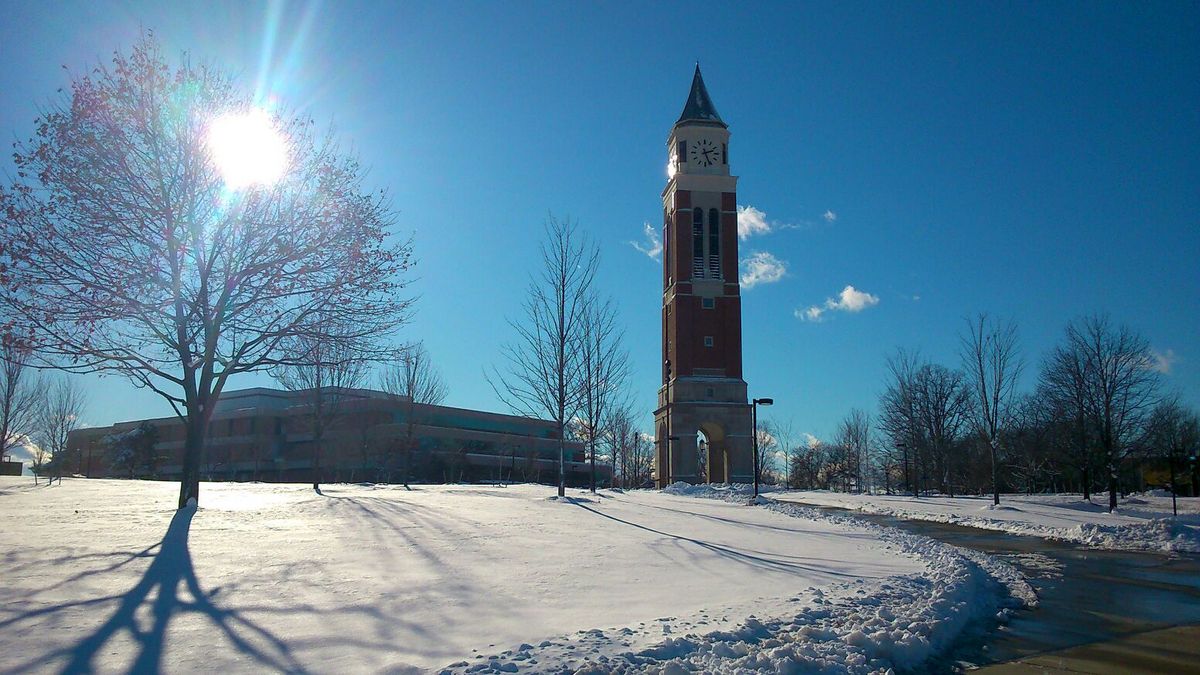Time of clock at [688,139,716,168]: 2:26
